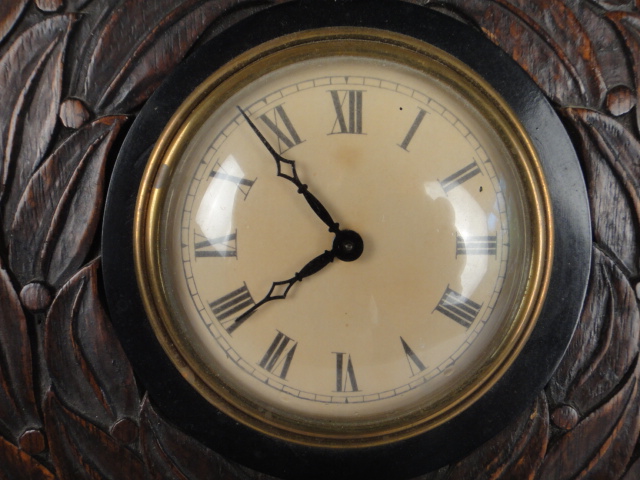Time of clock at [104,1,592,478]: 7:53
